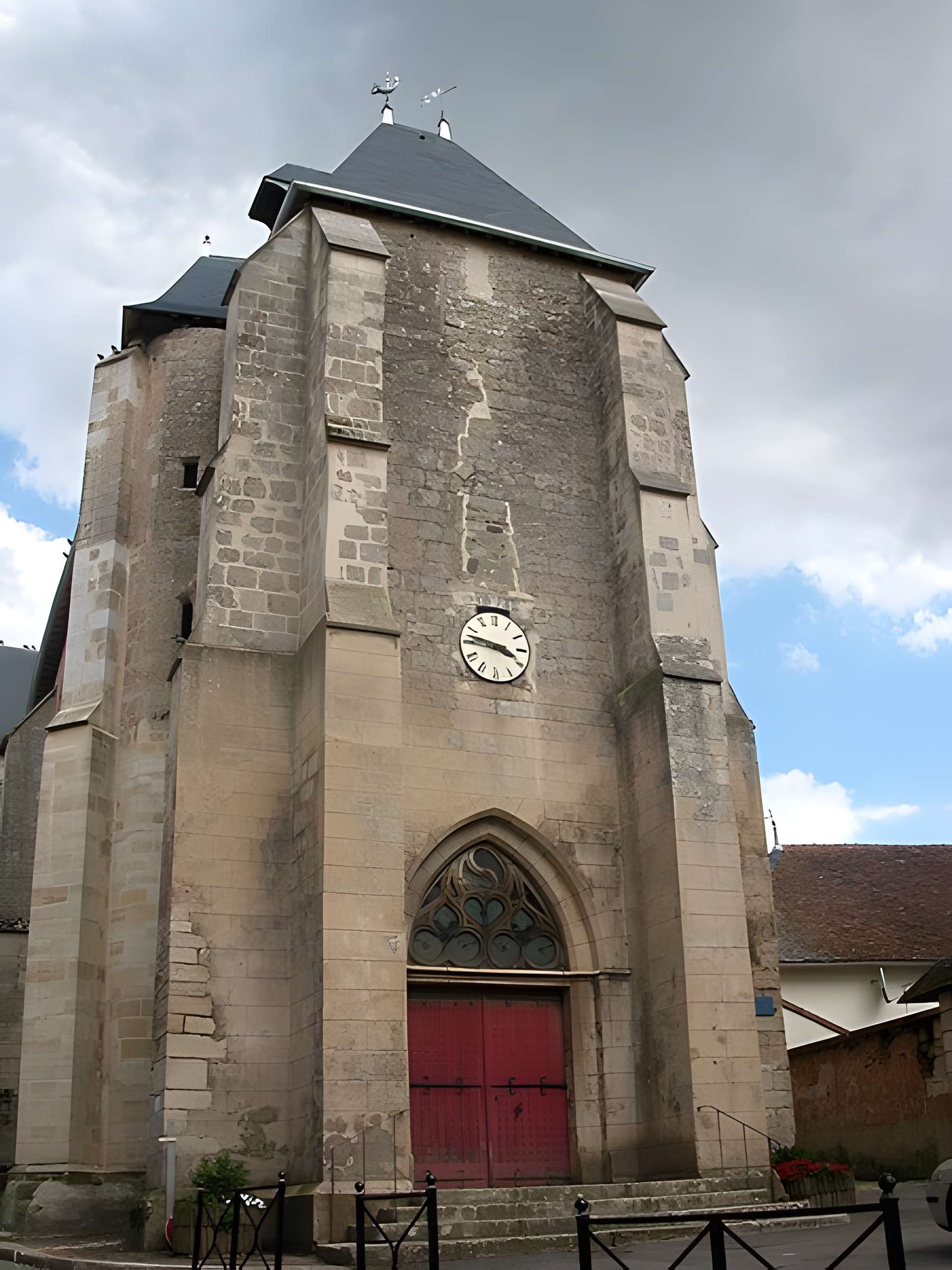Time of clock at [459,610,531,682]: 3:47
